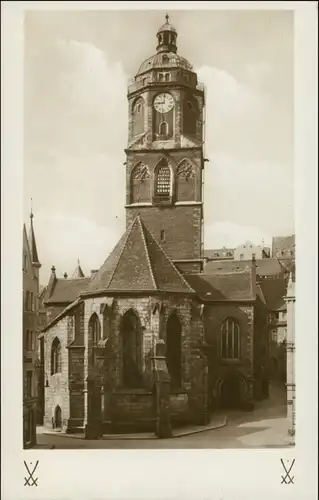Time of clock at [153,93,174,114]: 9:01
